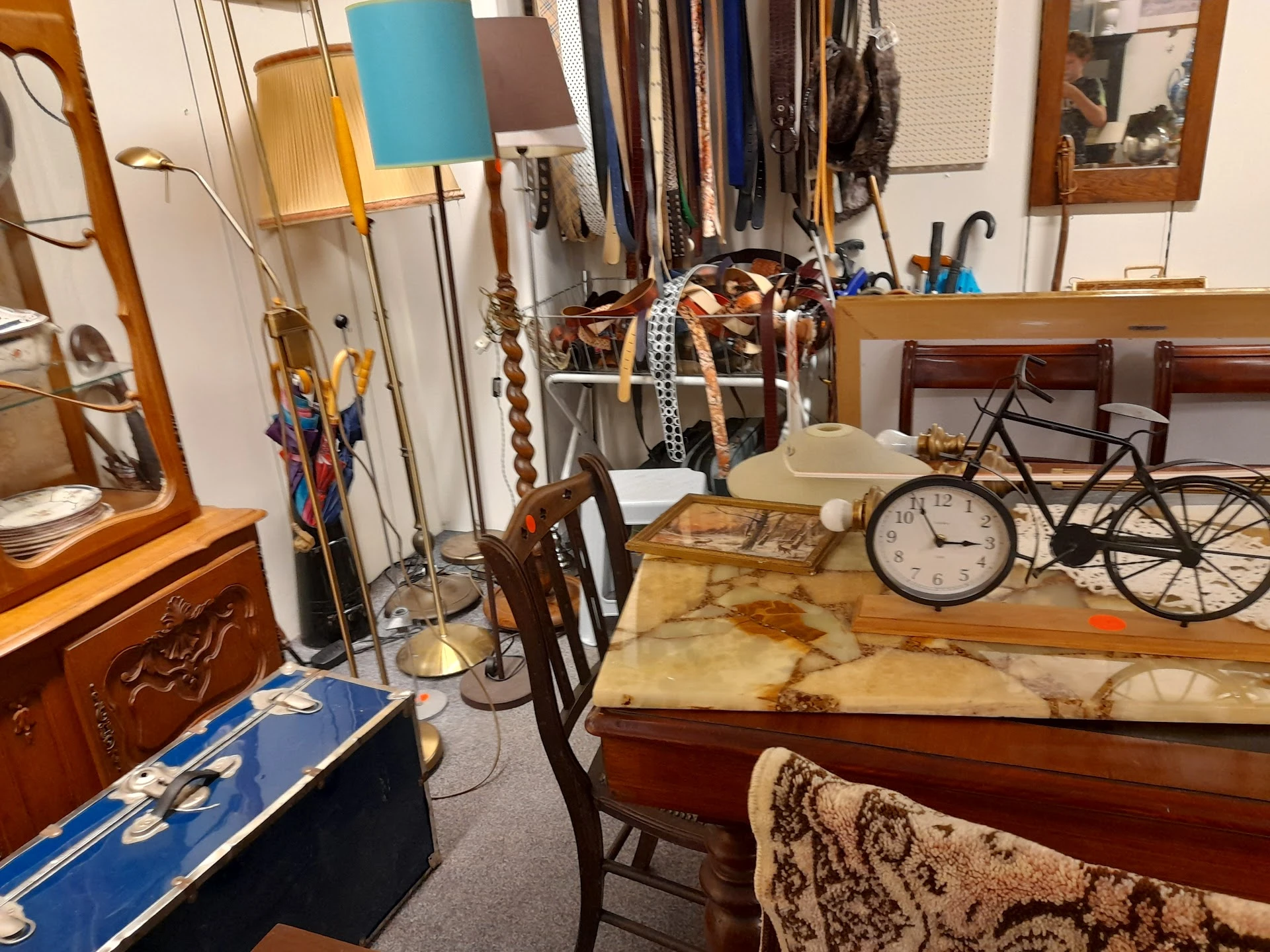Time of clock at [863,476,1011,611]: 2:55
